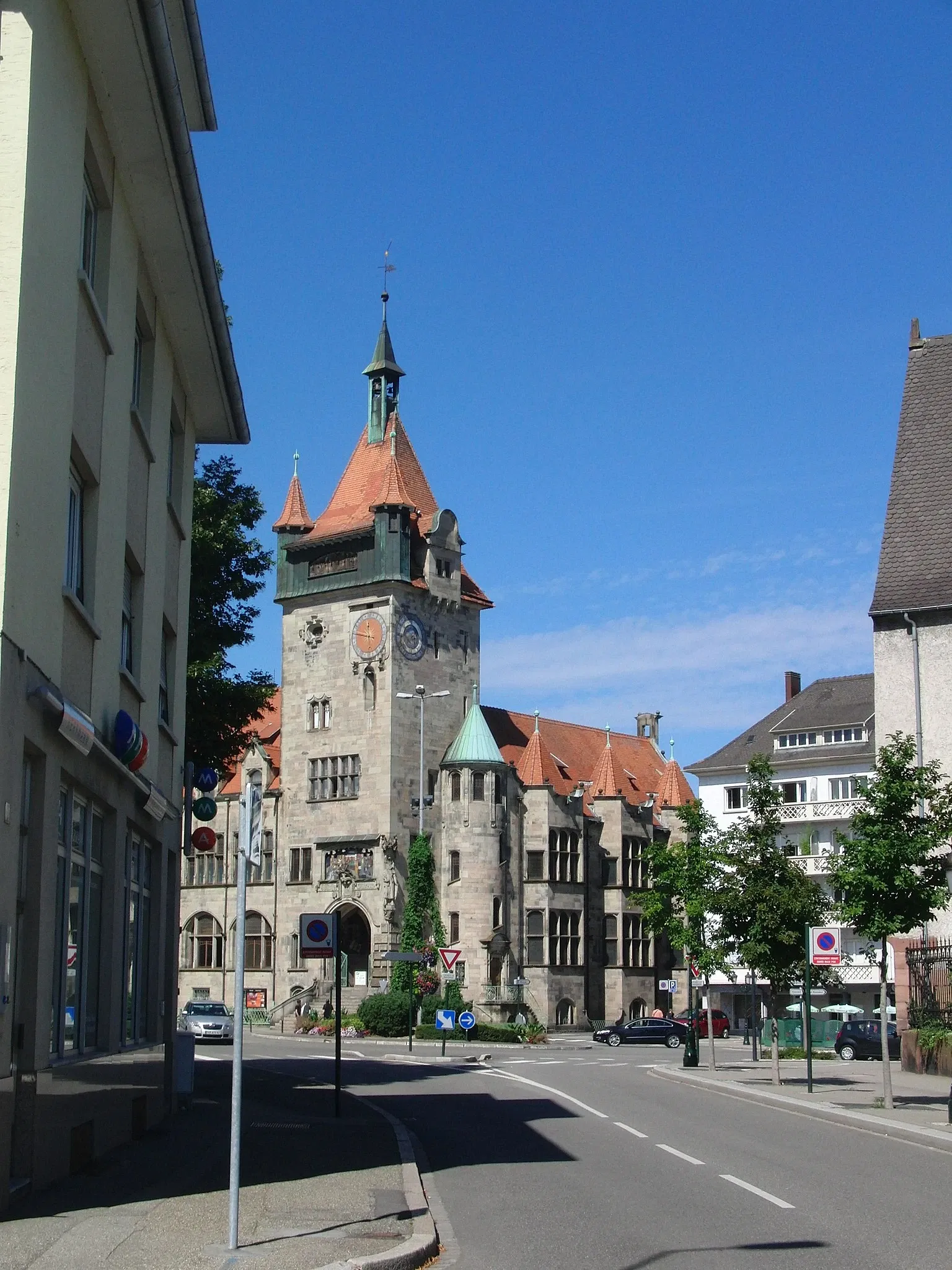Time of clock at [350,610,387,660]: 11:46
